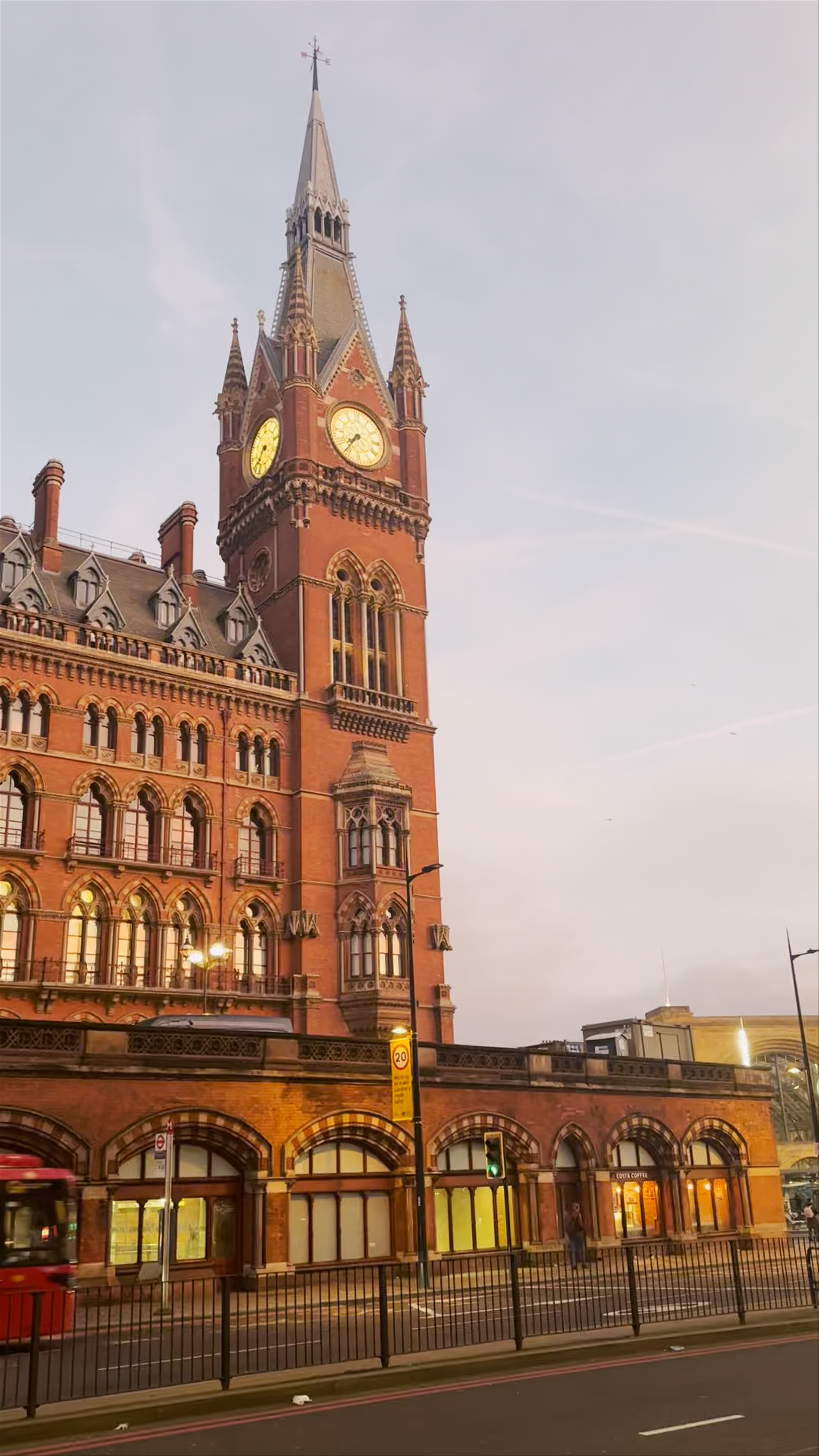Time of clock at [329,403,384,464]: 7:36
